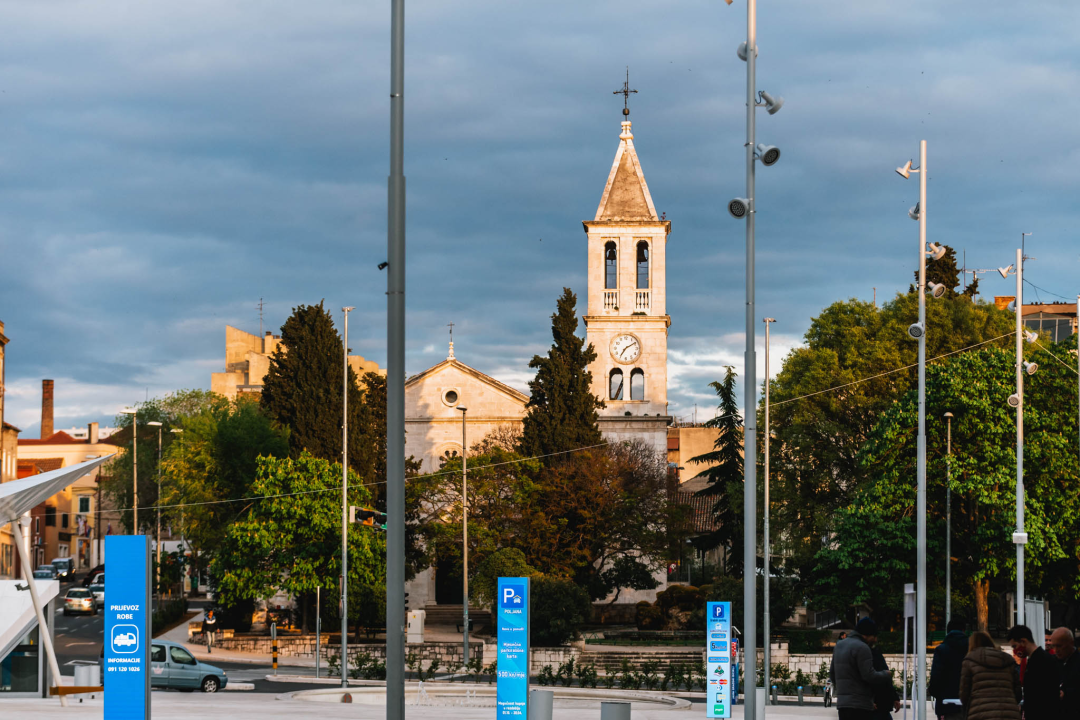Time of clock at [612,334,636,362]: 7:09
